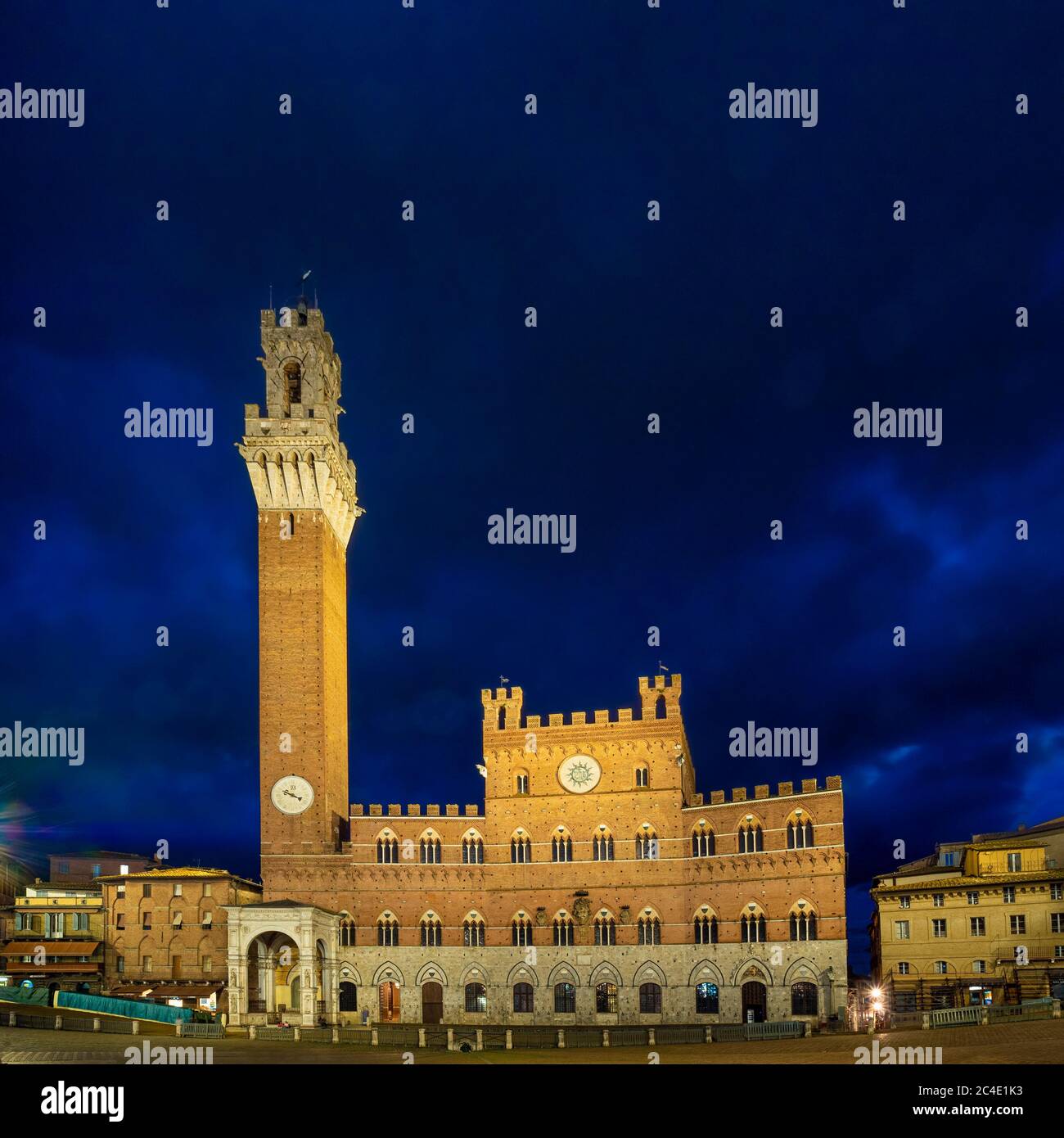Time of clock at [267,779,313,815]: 3:48
